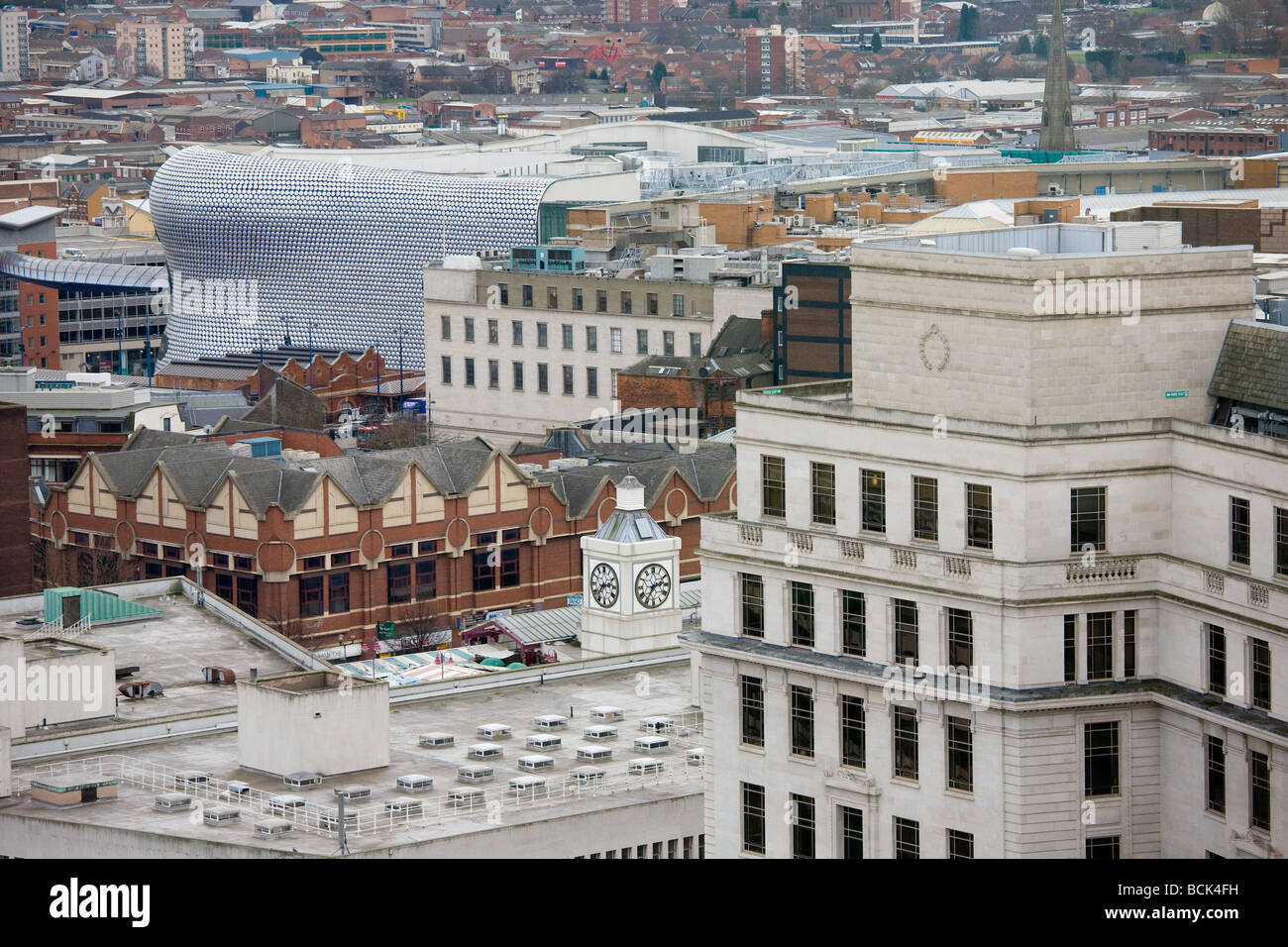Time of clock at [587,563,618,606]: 2:36
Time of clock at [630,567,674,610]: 2:35
